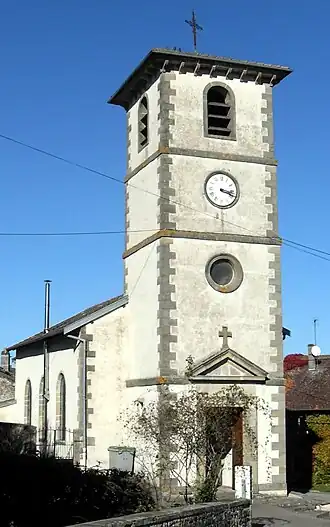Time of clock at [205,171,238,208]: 3:18
